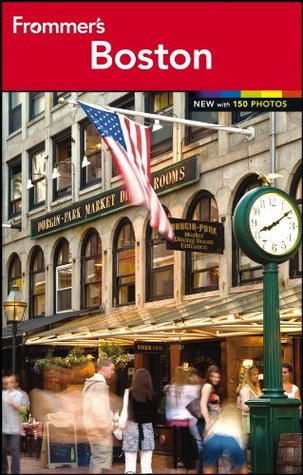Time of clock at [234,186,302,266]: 8:09
